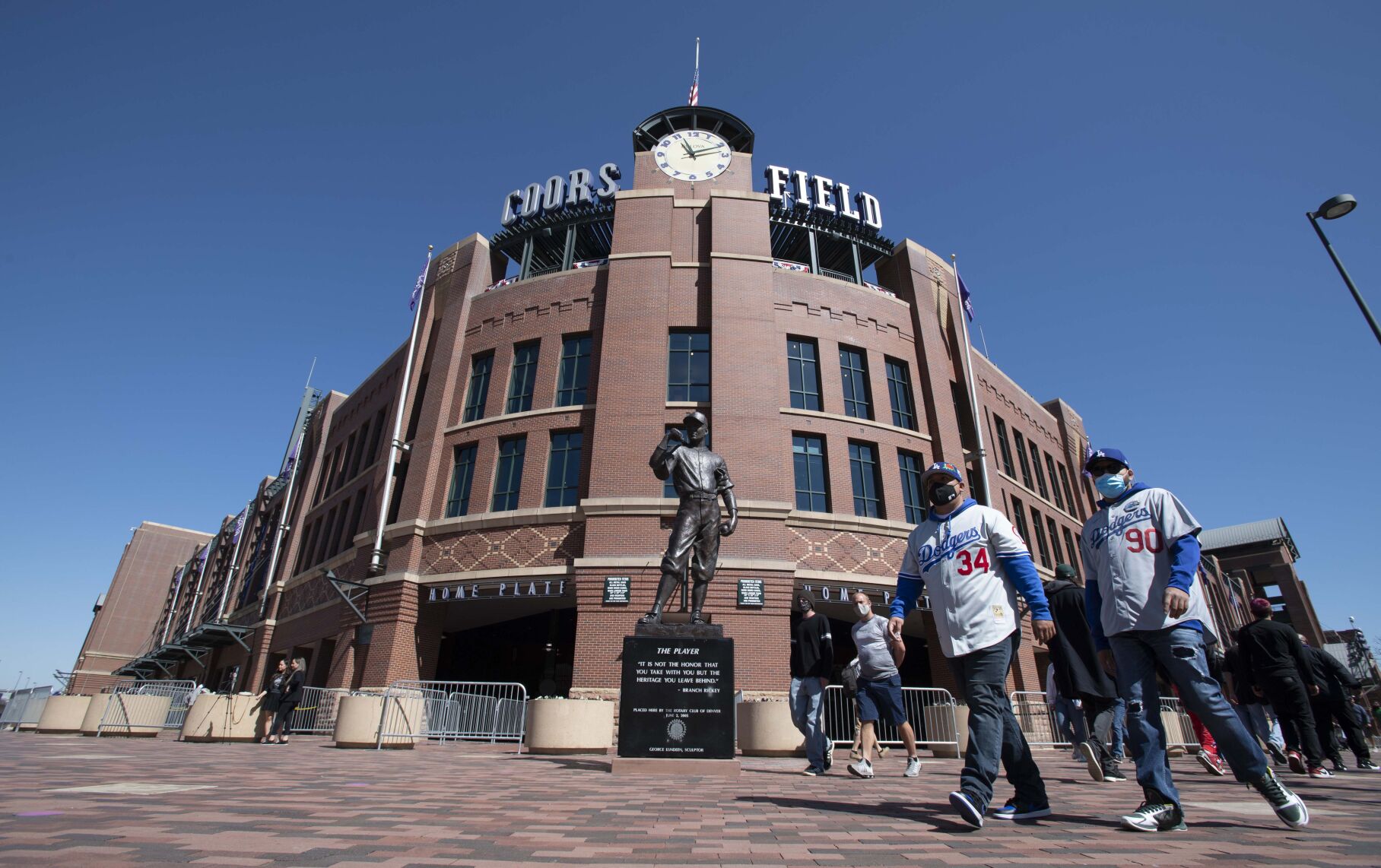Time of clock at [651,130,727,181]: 11:12
